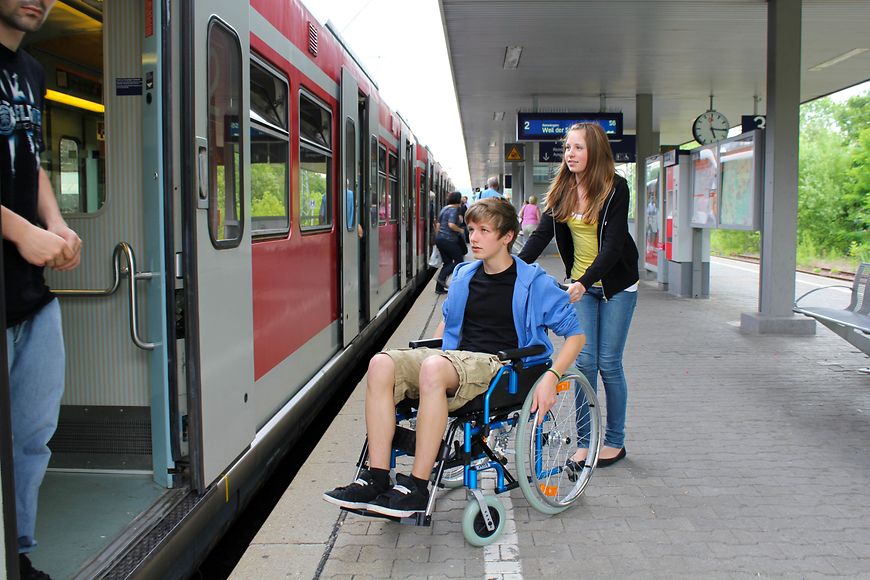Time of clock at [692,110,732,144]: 5:15
